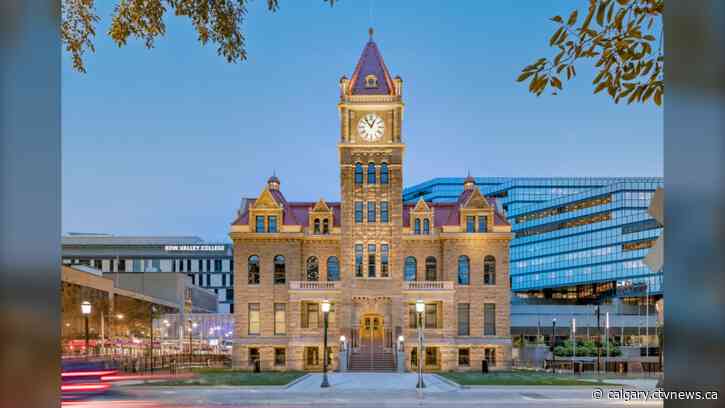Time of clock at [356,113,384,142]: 12:53
